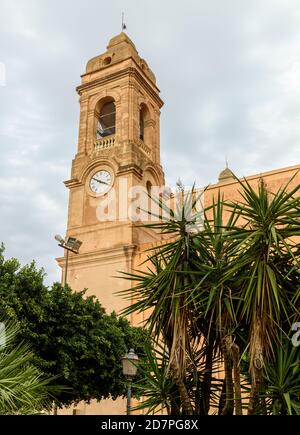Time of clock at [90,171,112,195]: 3:50
